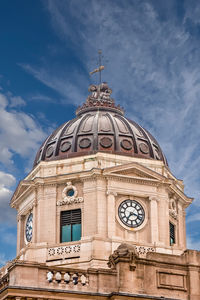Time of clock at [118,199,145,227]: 7:17
